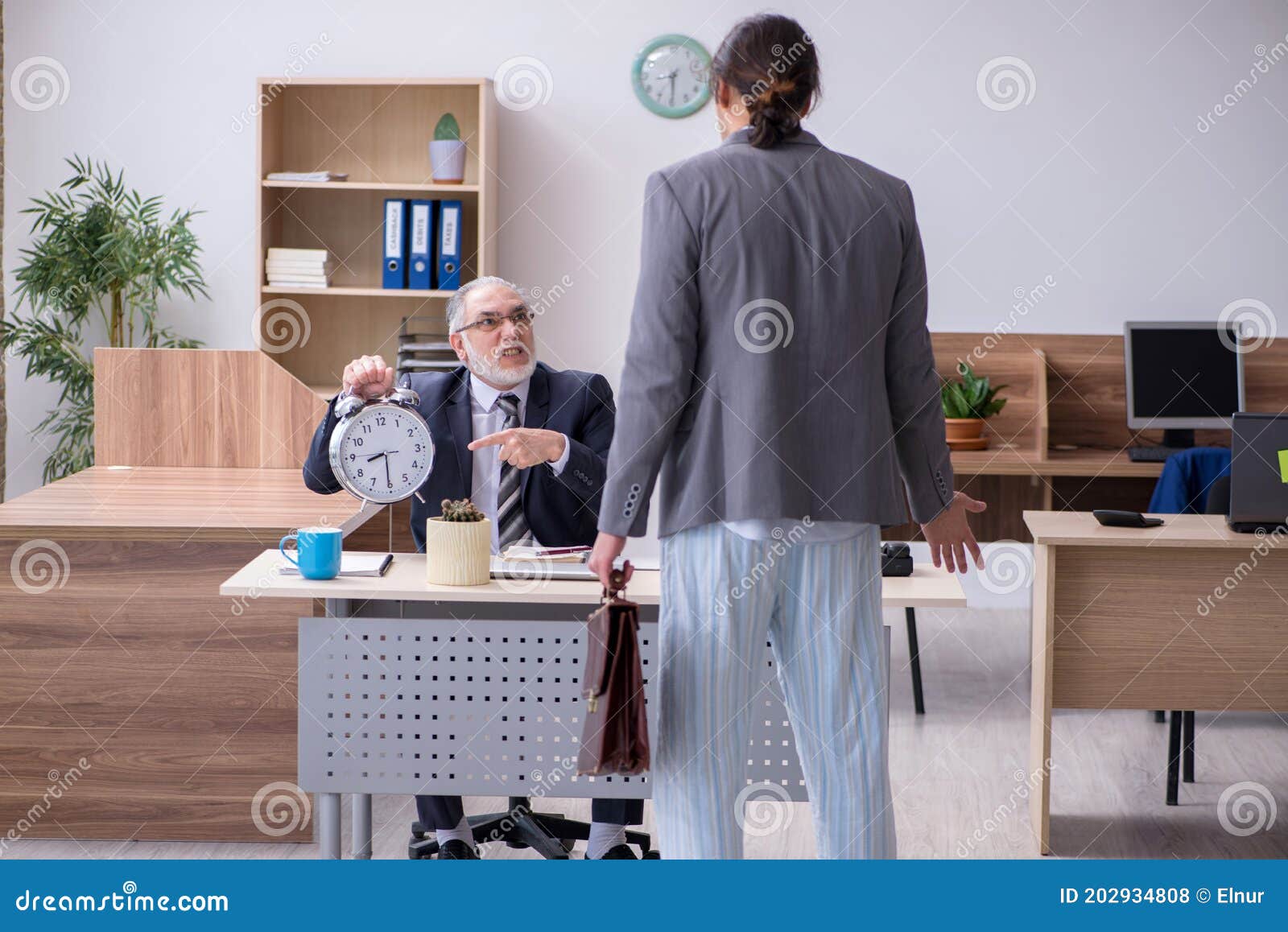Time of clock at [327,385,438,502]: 8:30
